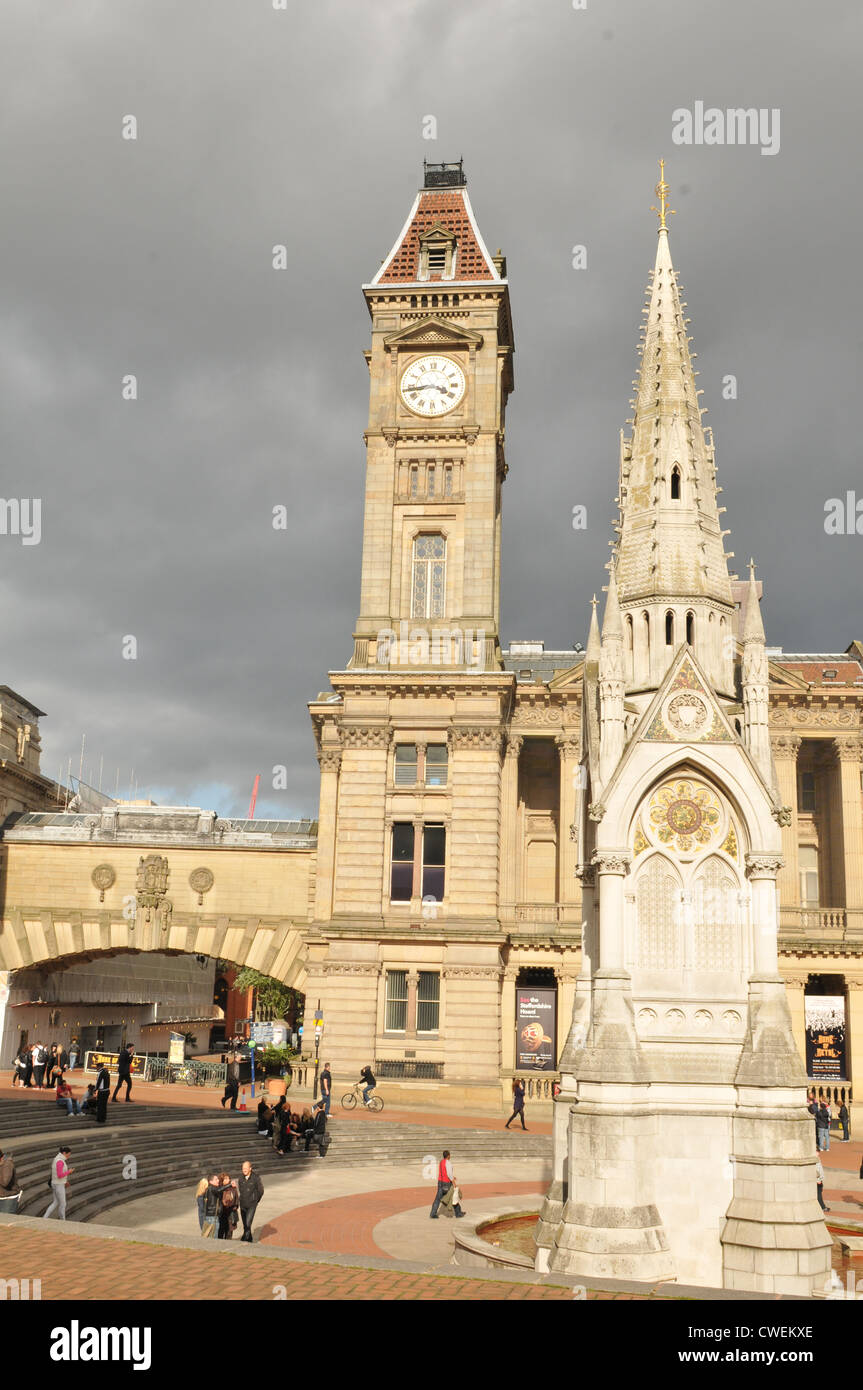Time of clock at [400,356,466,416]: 3:43
